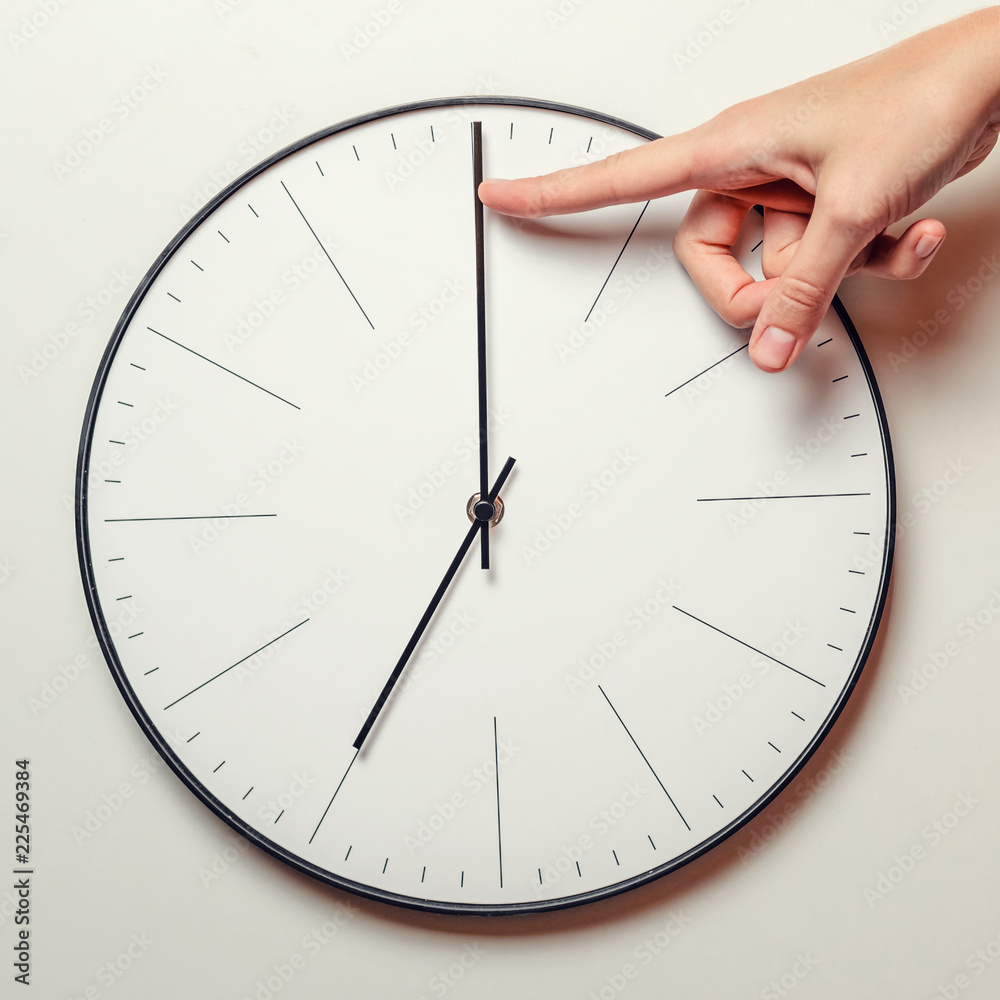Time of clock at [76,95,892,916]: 7:00
